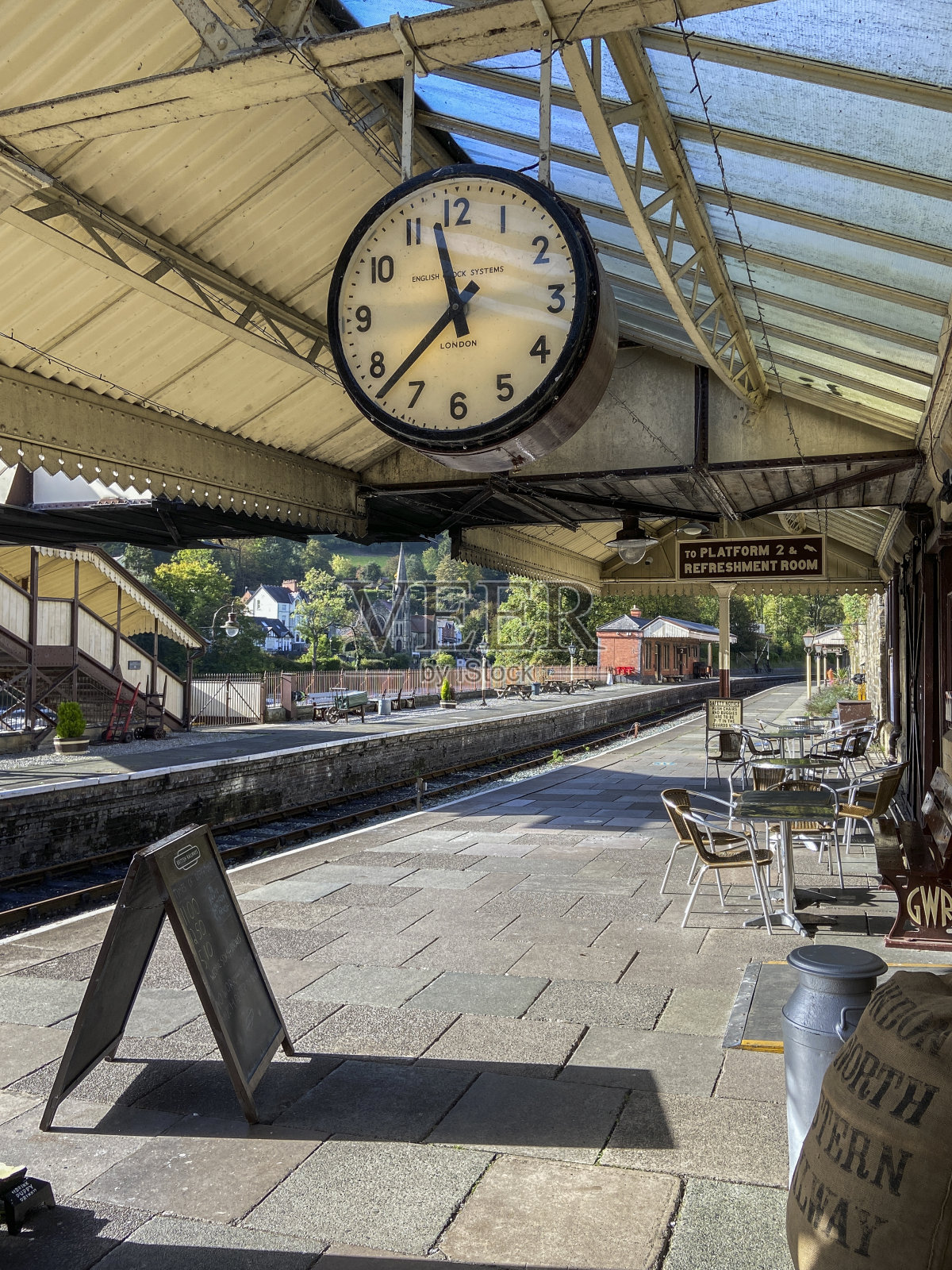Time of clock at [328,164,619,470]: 11:37
